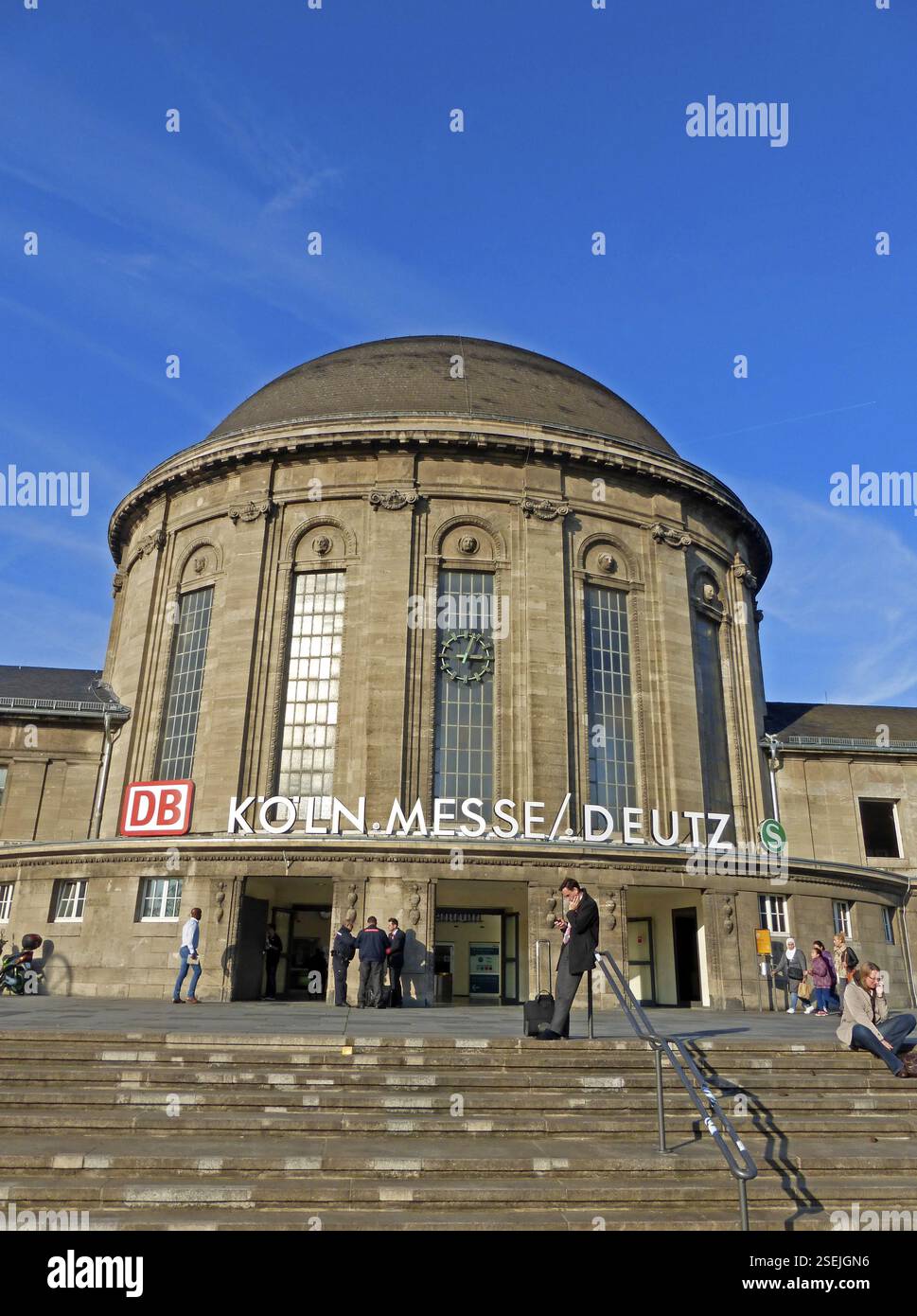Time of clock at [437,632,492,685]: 3:02
